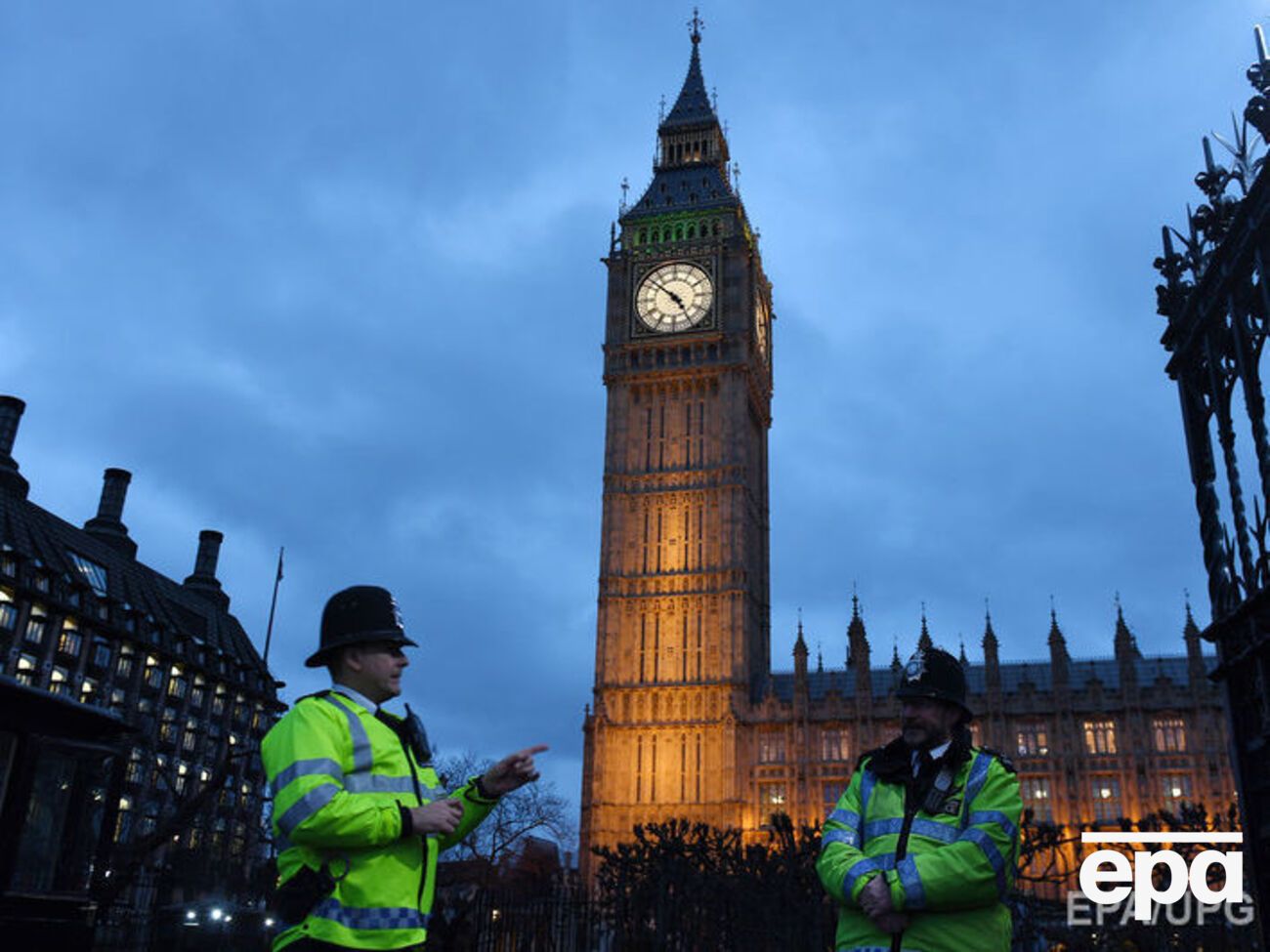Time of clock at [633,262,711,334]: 4:51
